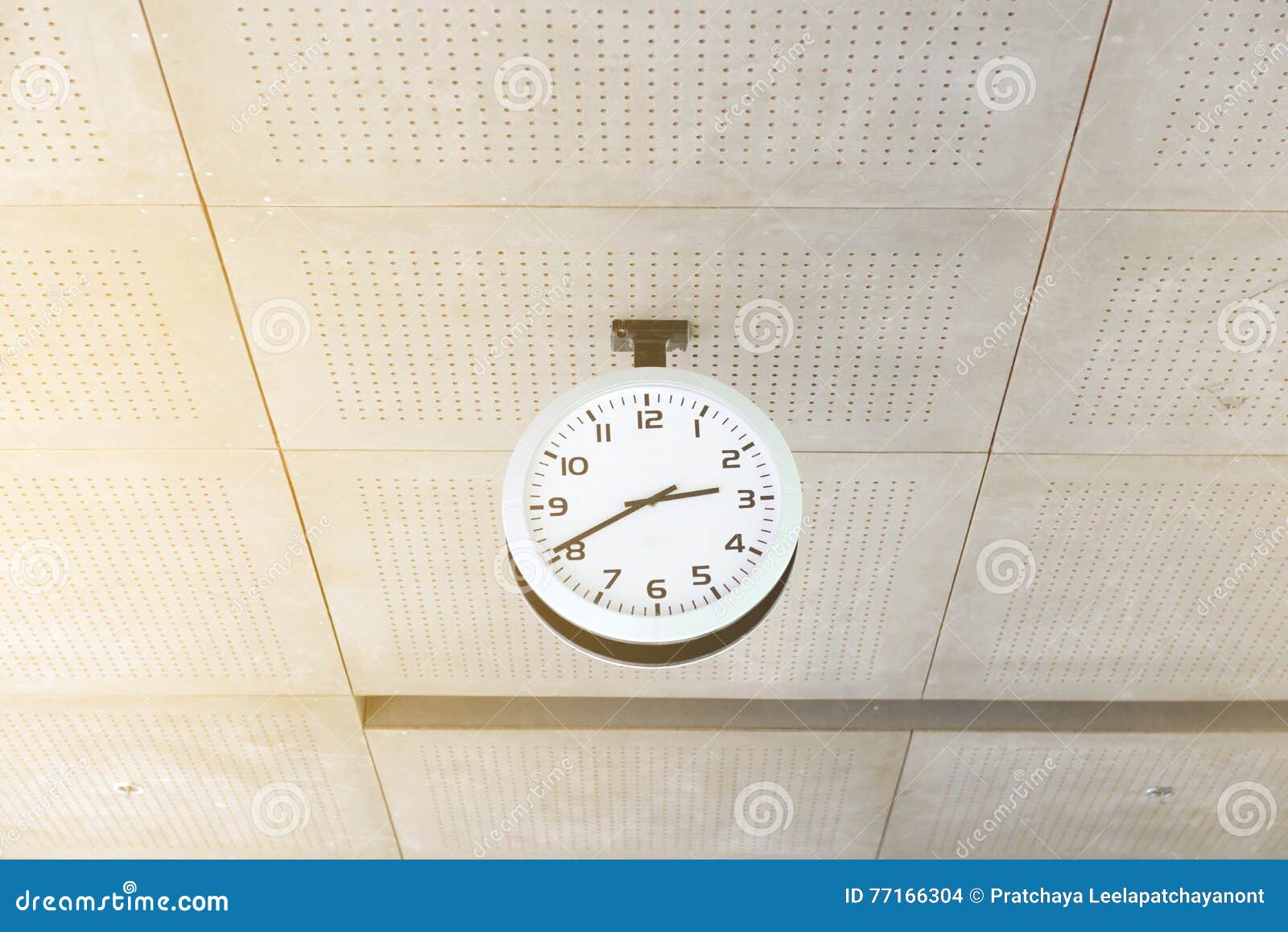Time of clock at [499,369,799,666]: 2:40
